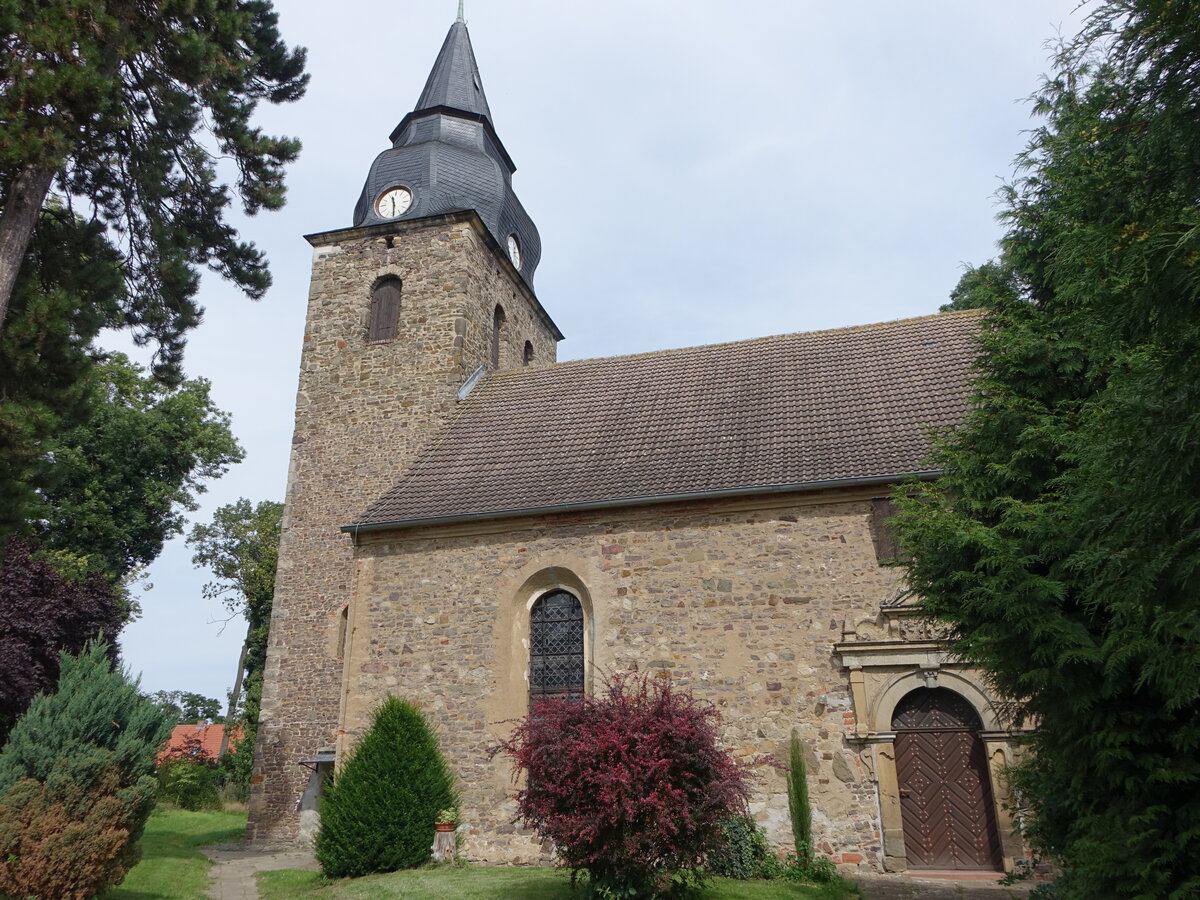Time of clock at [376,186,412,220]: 11:29
